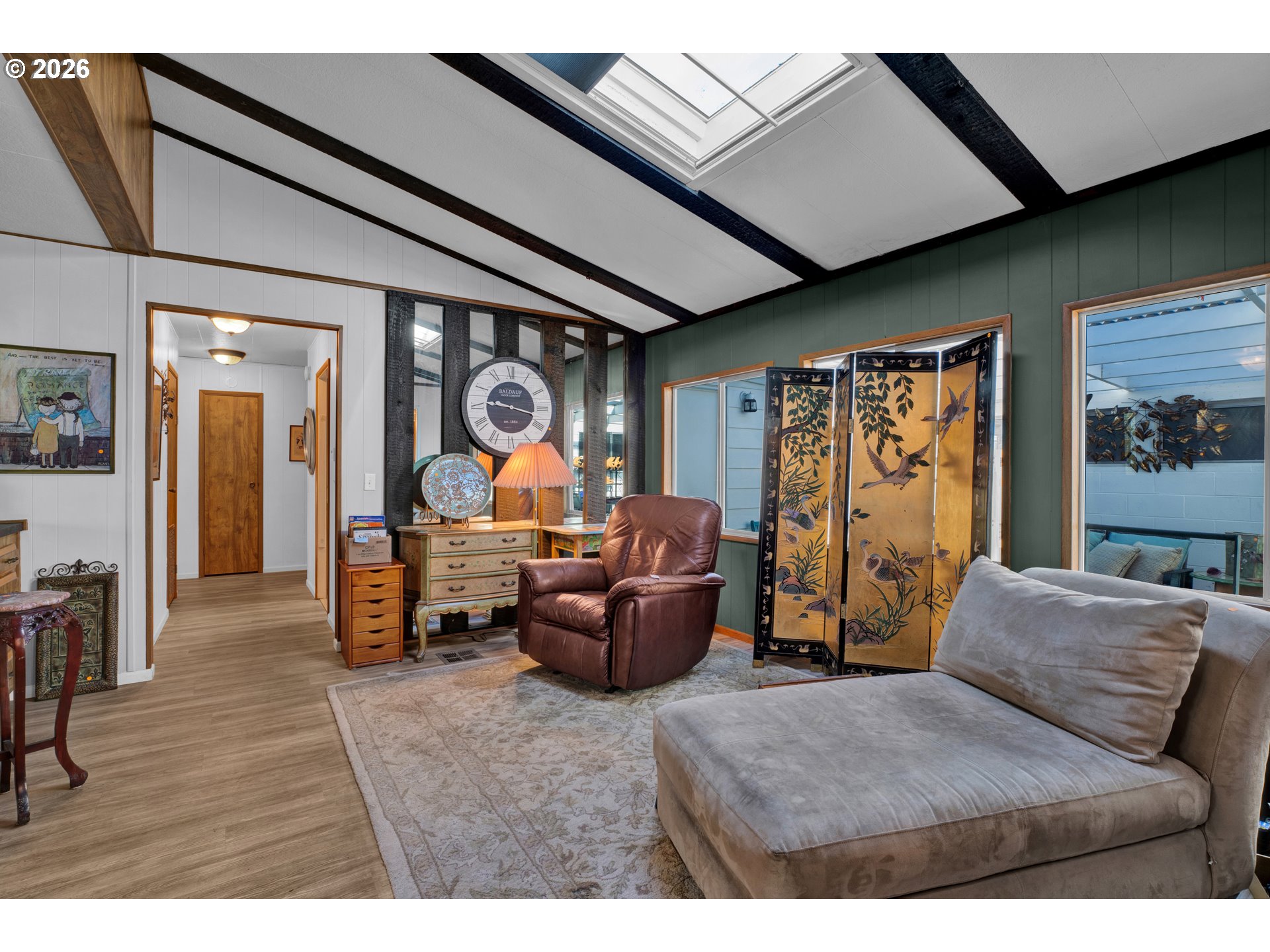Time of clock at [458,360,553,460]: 9:17
